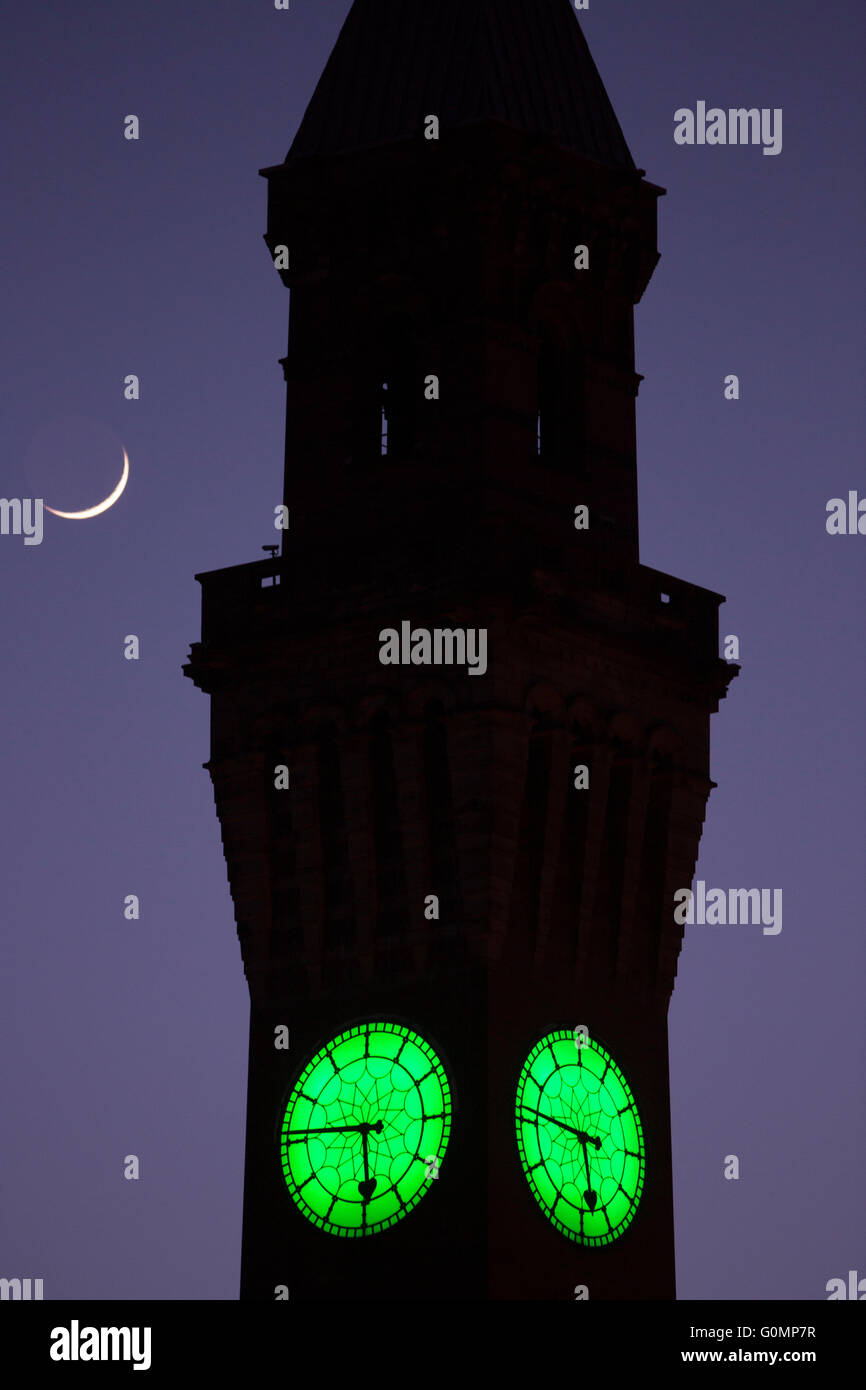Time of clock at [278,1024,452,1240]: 5:45
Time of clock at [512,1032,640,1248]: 5:46
